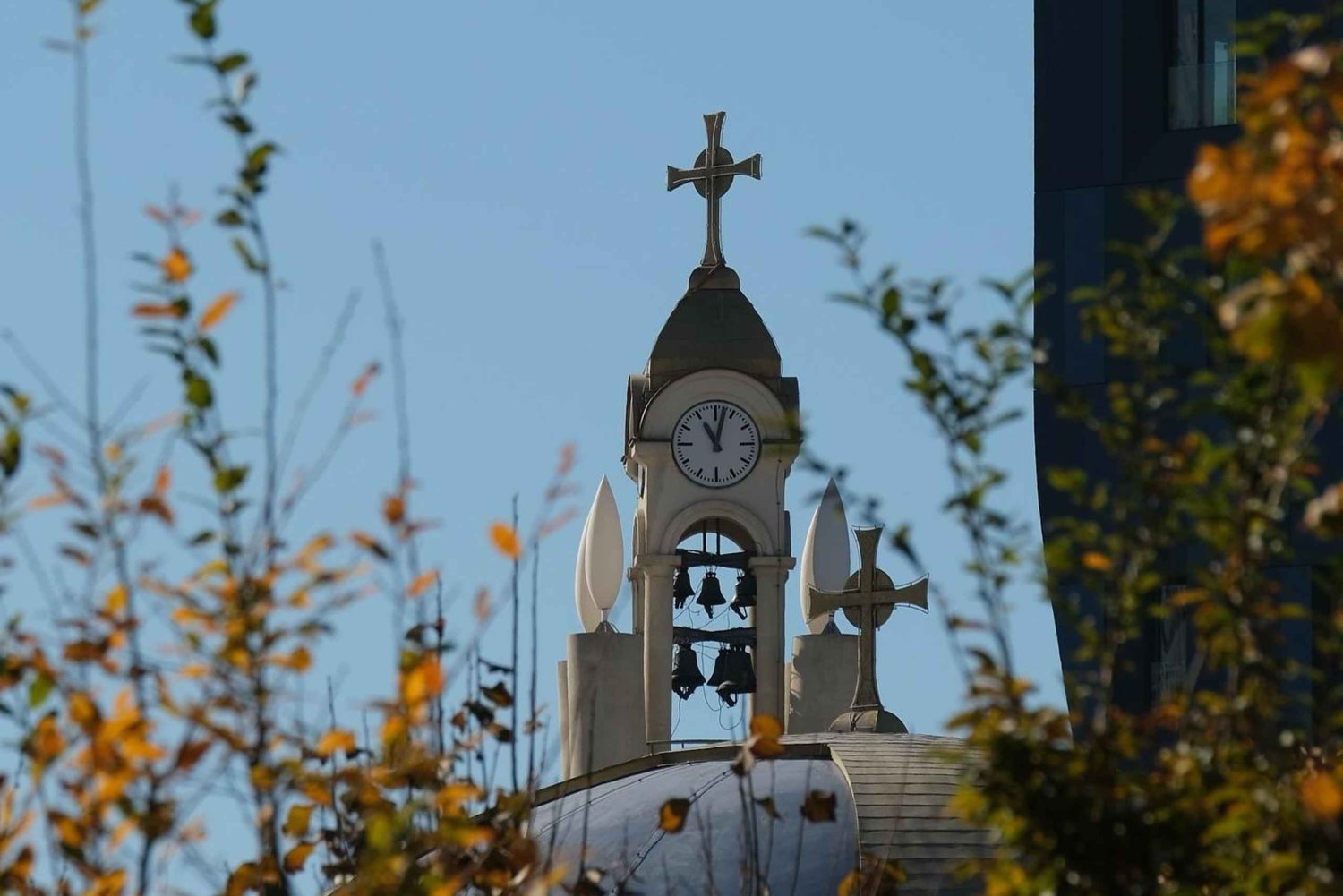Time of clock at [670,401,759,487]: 11:02
